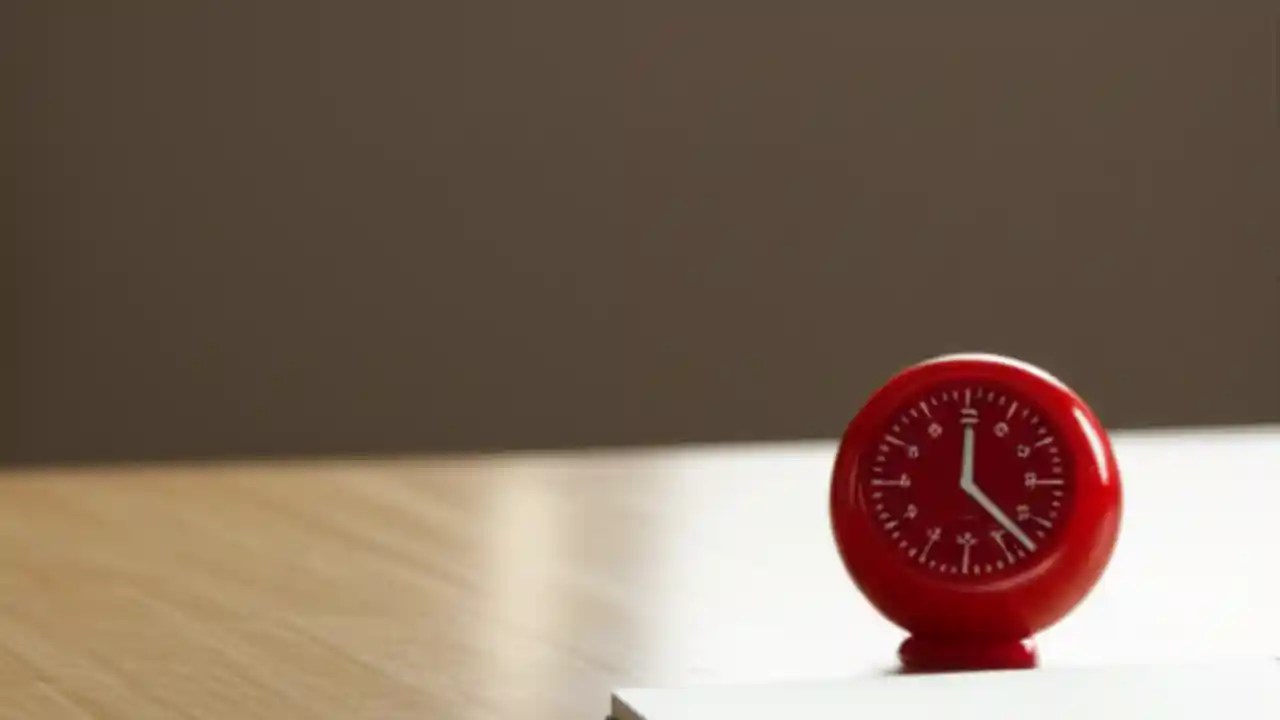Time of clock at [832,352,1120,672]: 12:22
